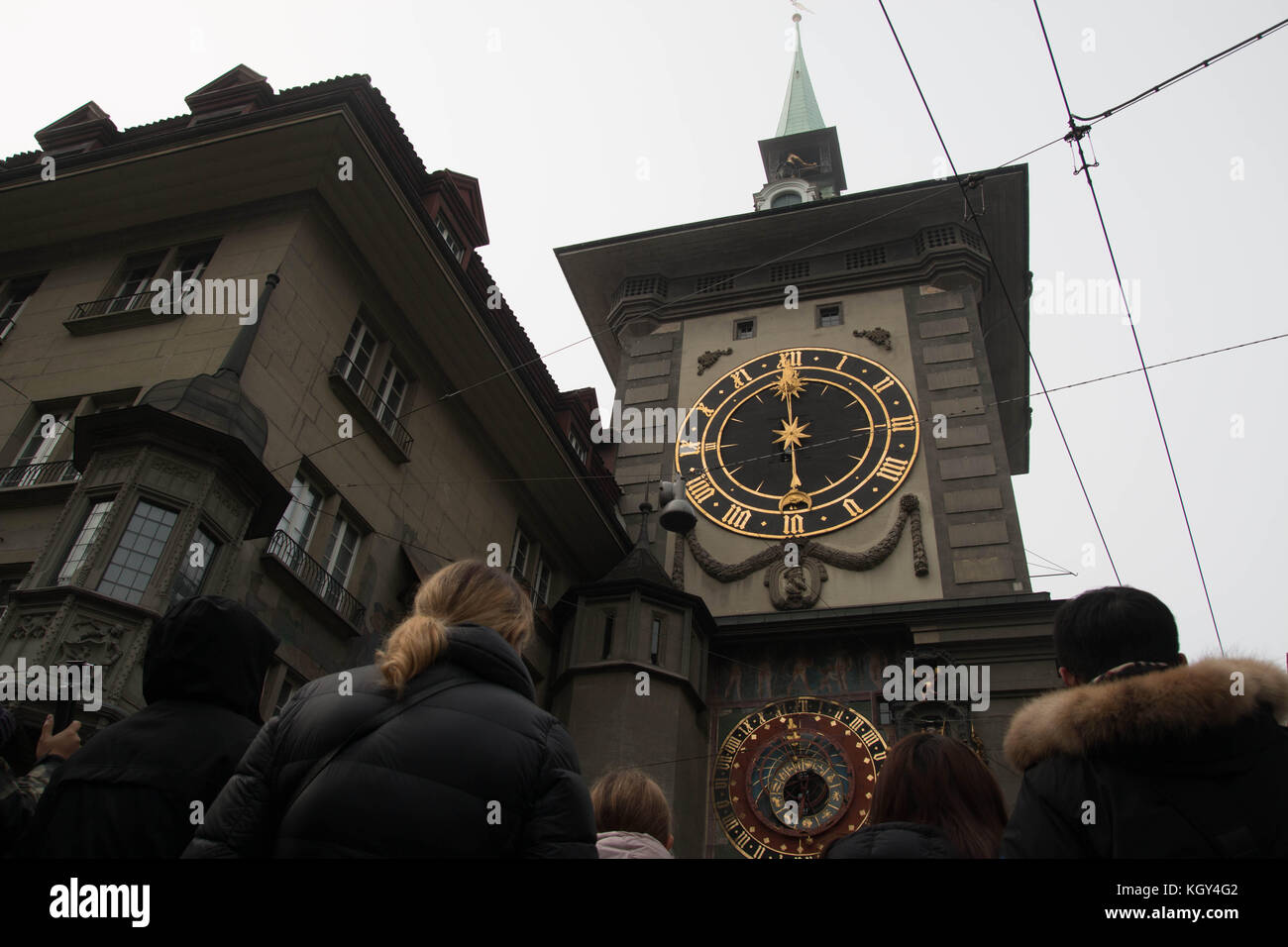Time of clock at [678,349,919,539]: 5:59
